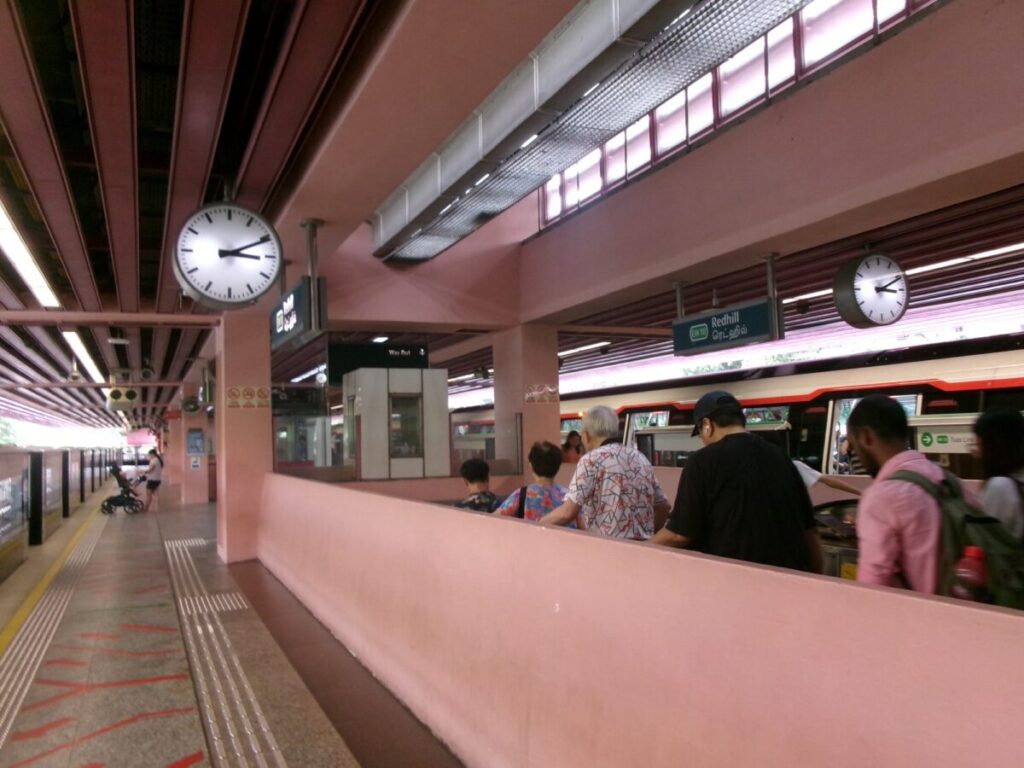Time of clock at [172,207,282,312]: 3:10
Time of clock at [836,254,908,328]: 3:10
